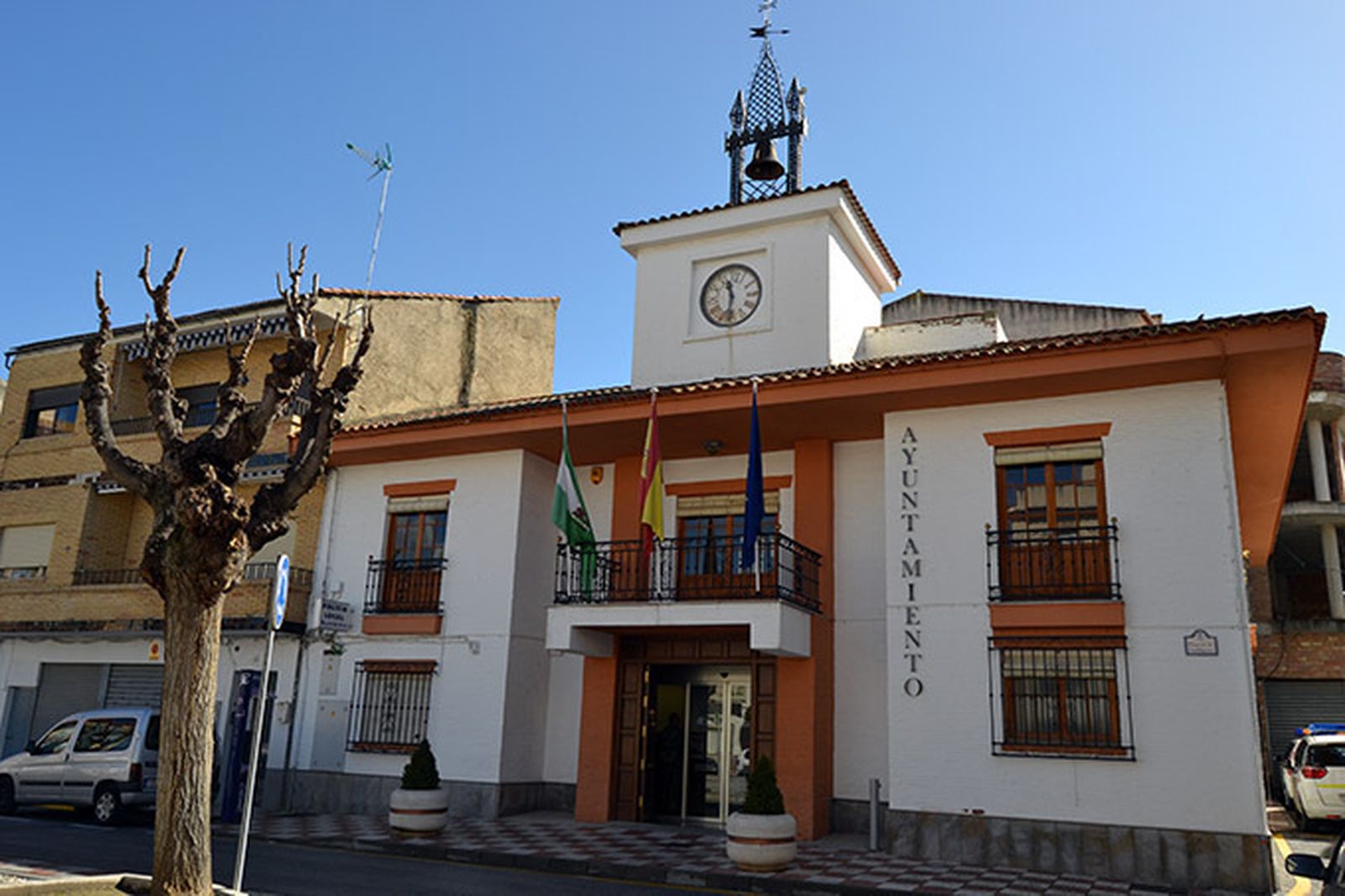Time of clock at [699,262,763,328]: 11:31
